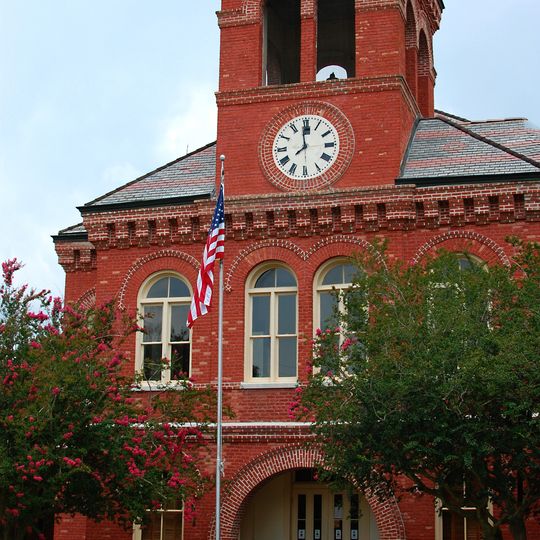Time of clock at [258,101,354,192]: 7:59
